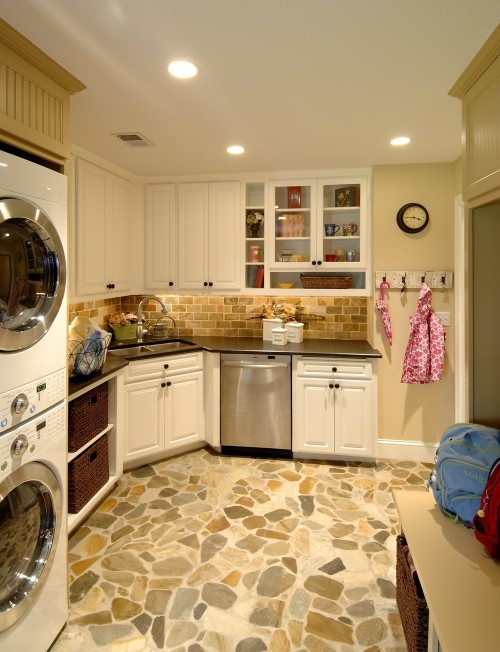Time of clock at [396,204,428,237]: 3:45
